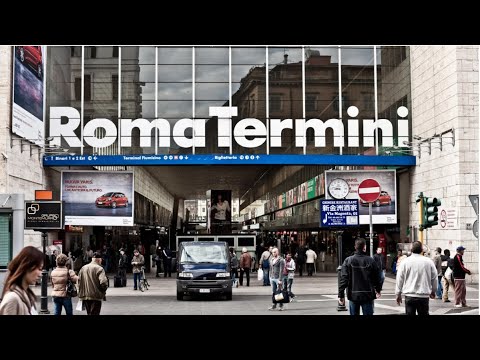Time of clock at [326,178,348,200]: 8:47
